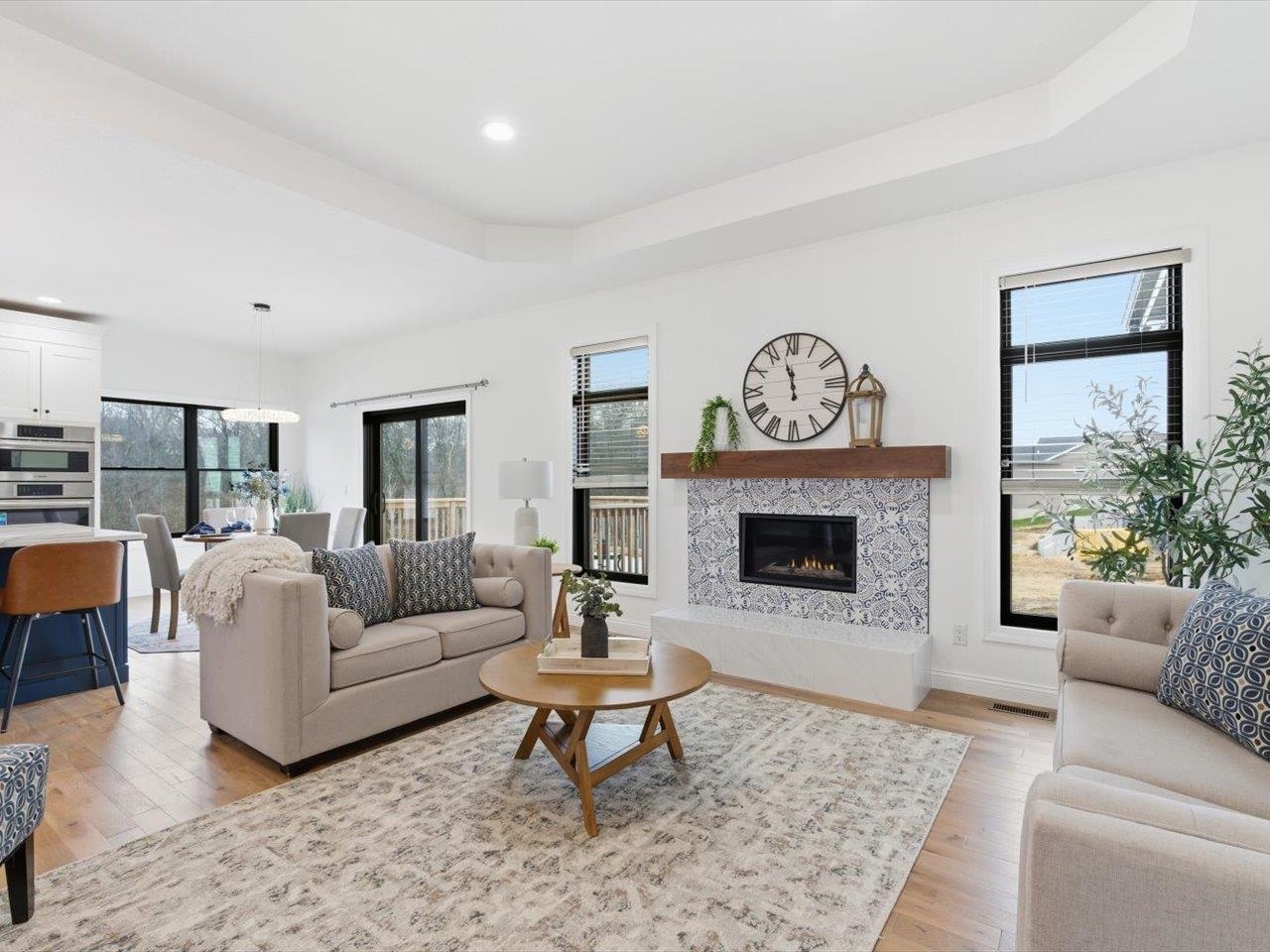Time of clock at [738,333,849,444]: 11:57
